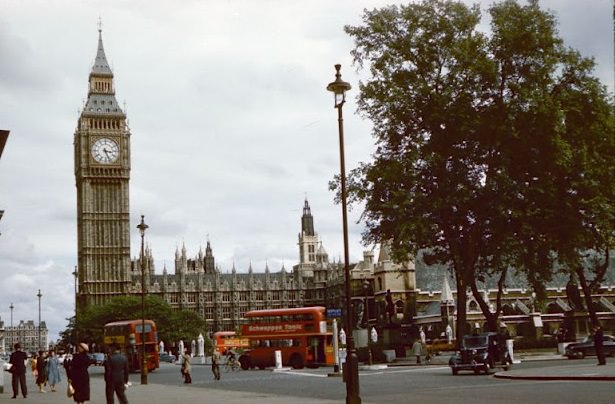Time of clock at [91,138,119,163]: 3:26
